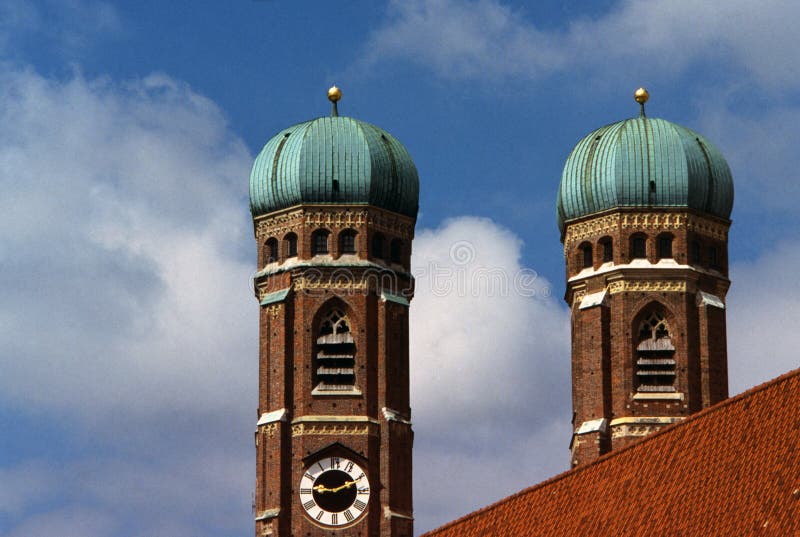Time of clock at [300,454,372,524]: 9:10
